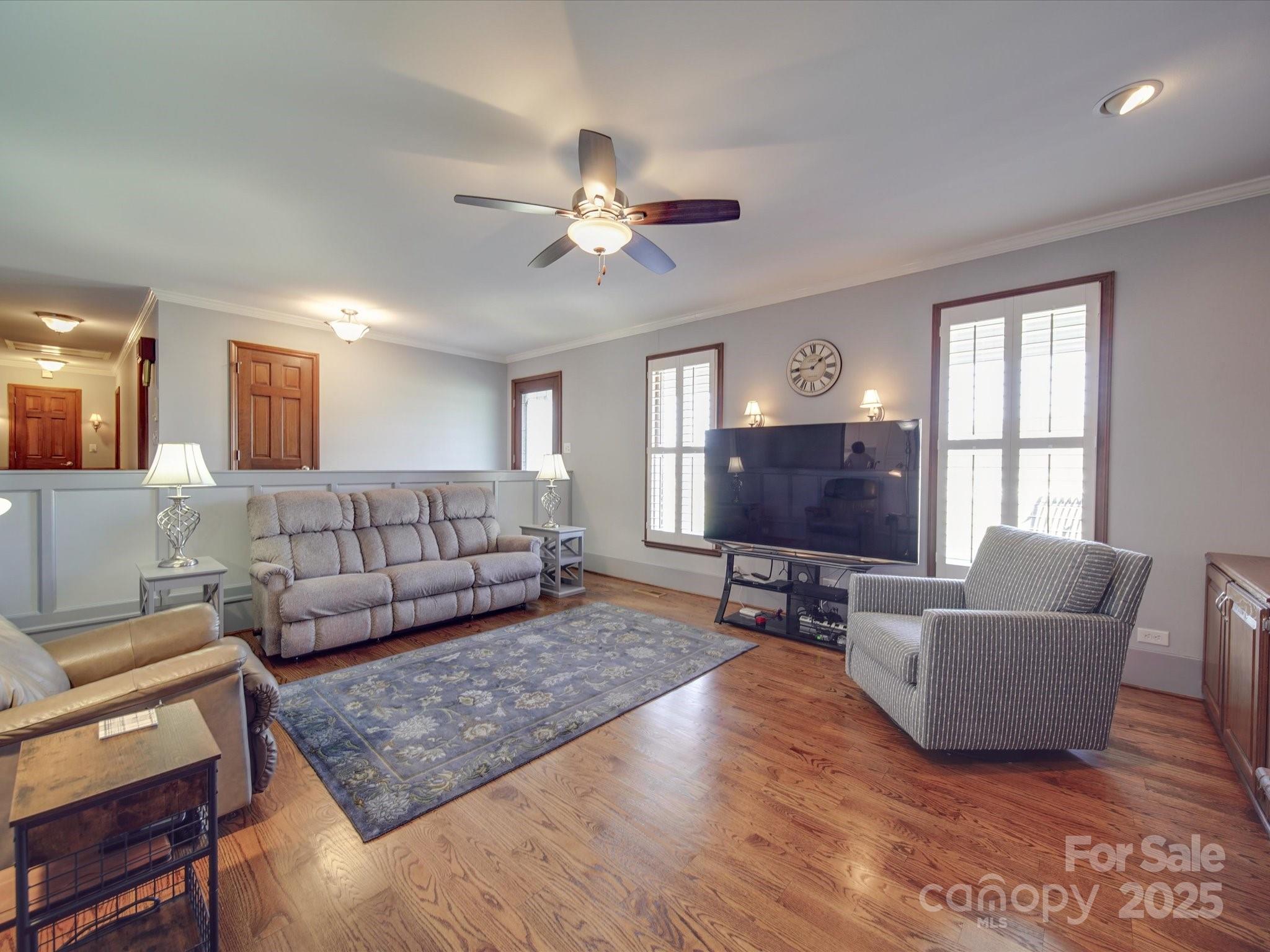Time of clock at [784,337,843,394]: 1:44
